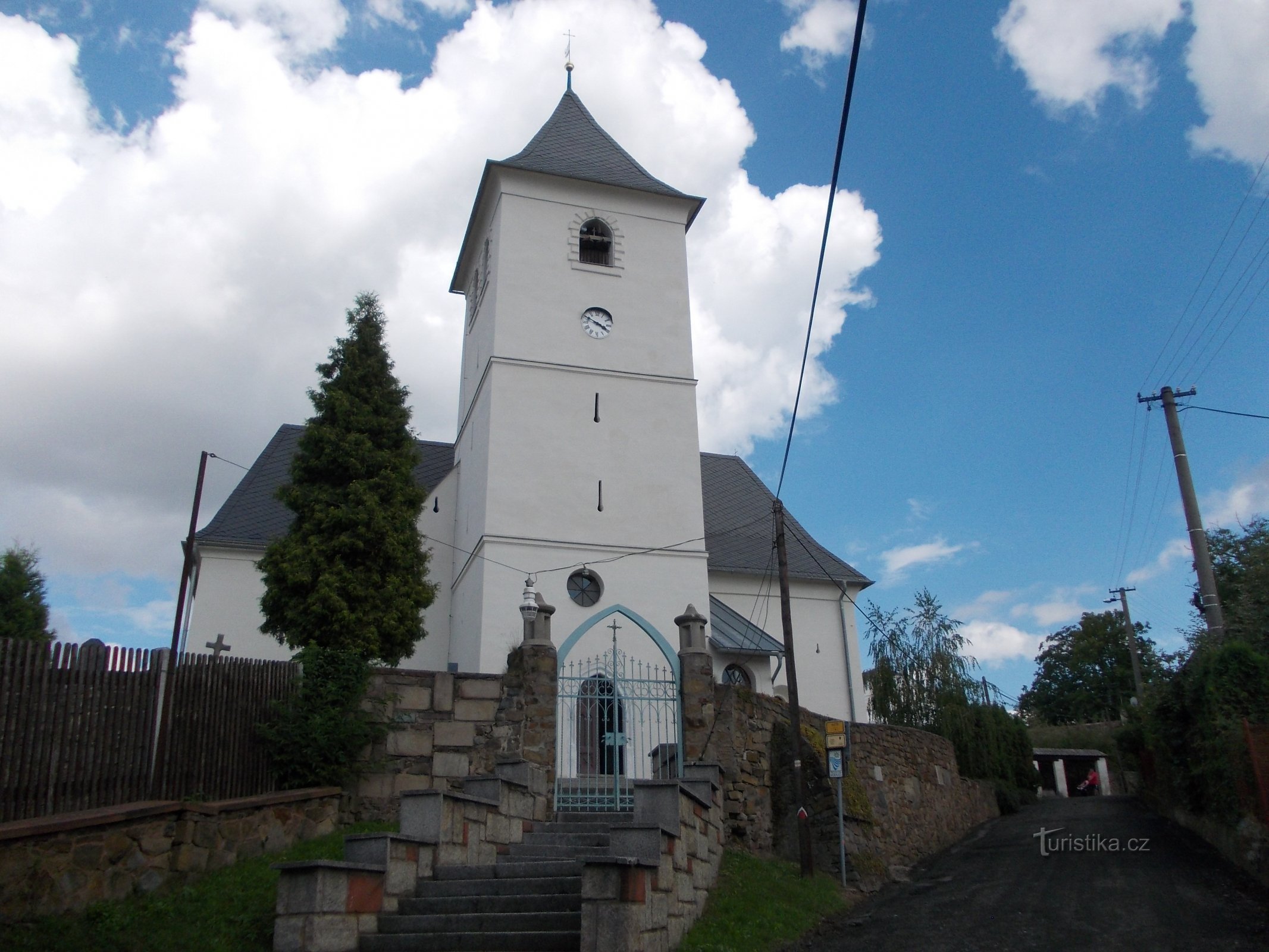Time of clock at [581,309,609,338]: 3:49
